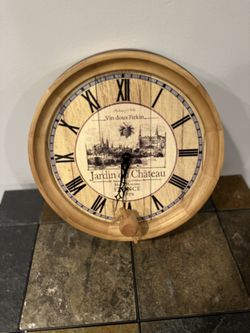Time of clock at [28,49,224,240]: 8:31
